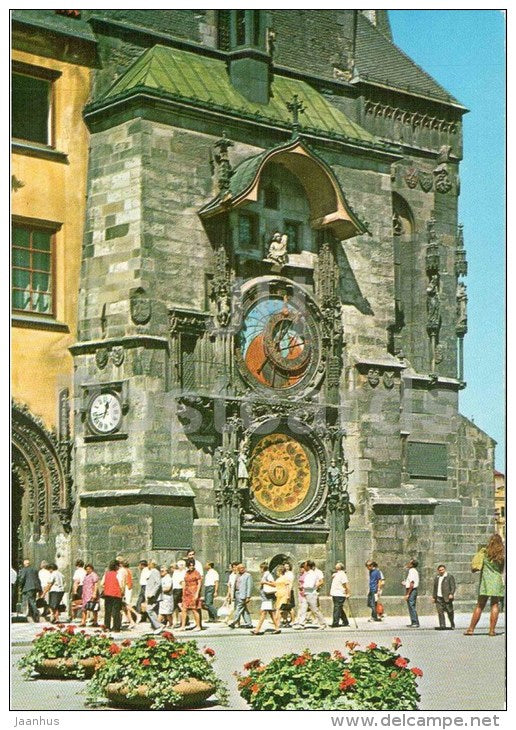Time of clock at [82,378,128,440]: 12:42
